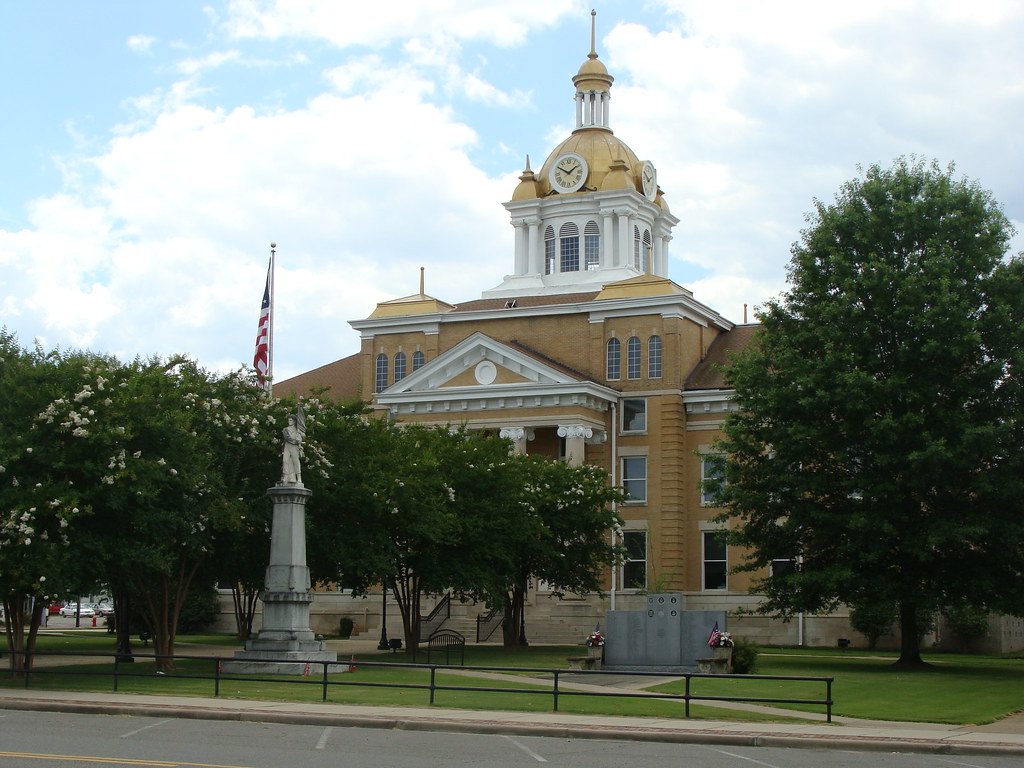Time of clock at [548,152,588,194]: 1:50
